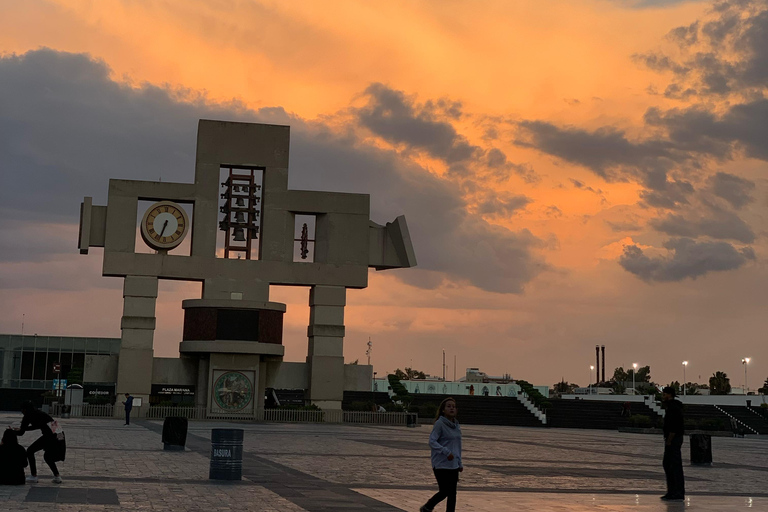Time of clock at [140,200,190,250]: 6:33
